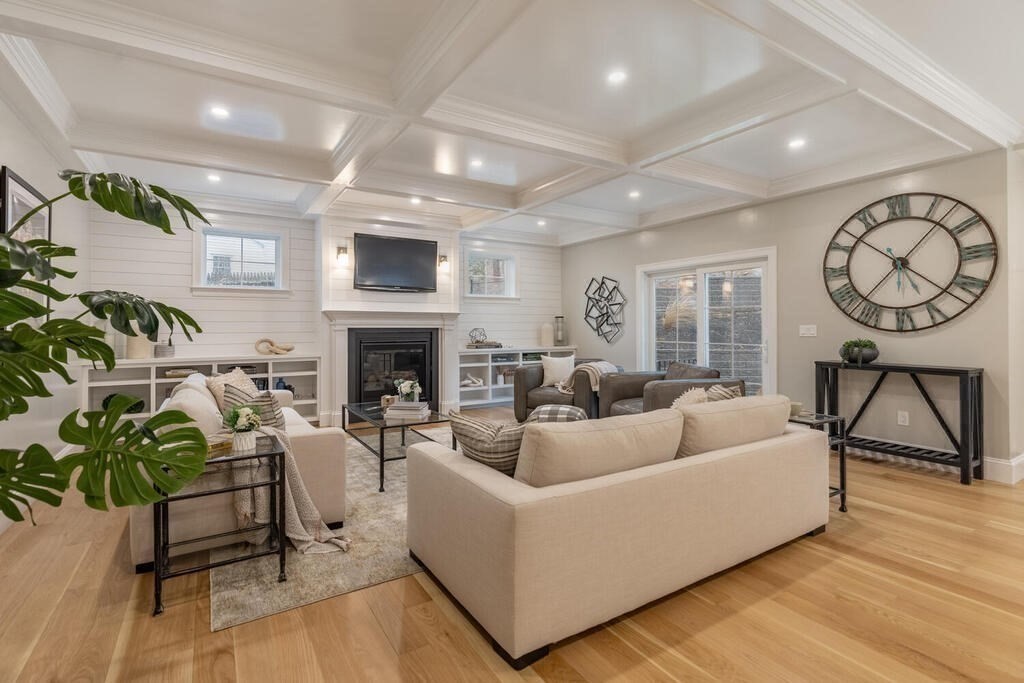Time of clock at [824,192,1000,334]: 5:07
